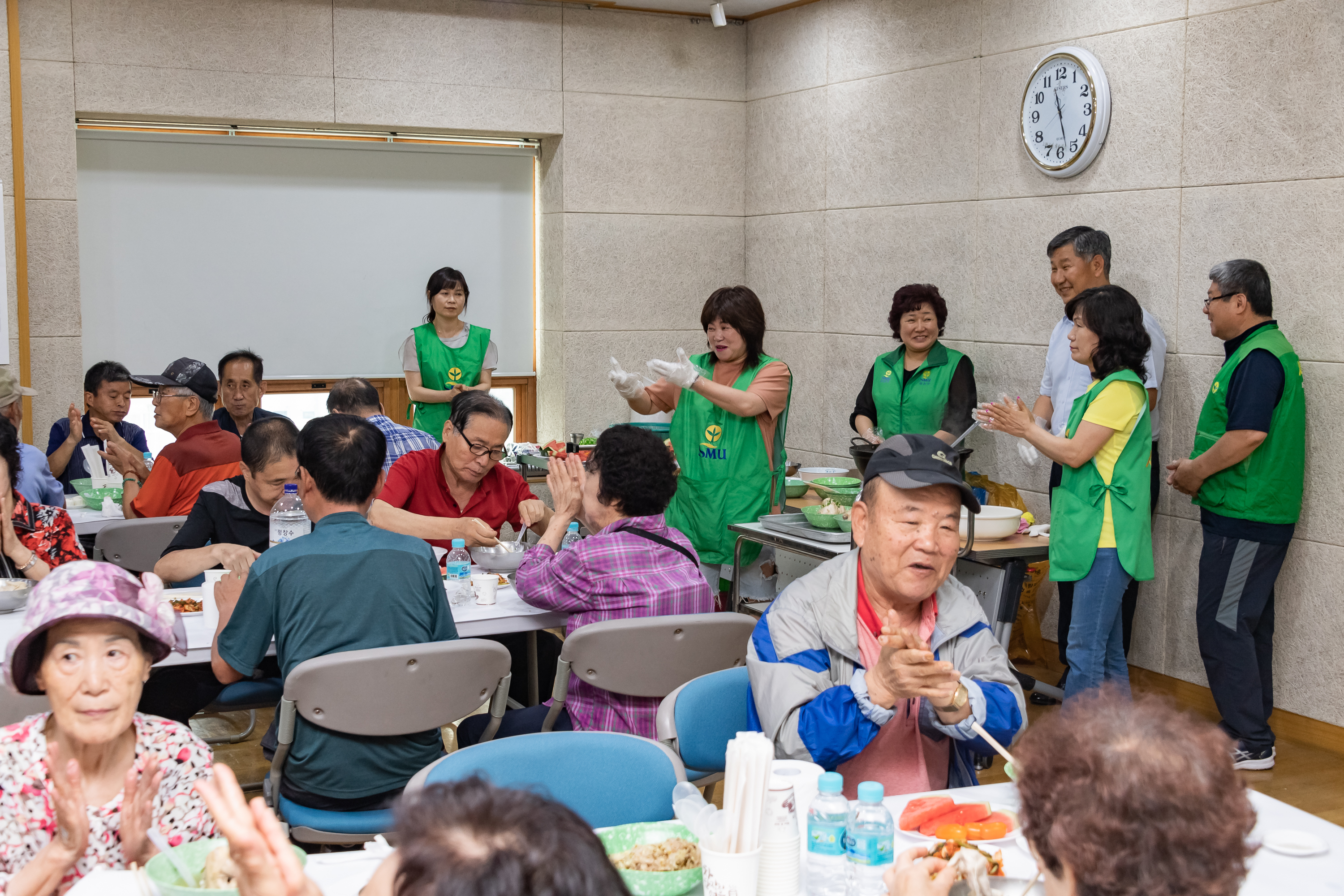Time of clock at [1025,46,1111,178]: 11:27
